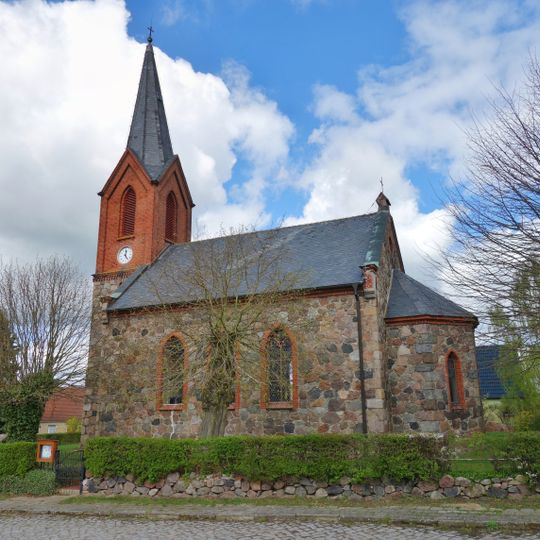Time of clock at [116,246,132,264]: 12:24
